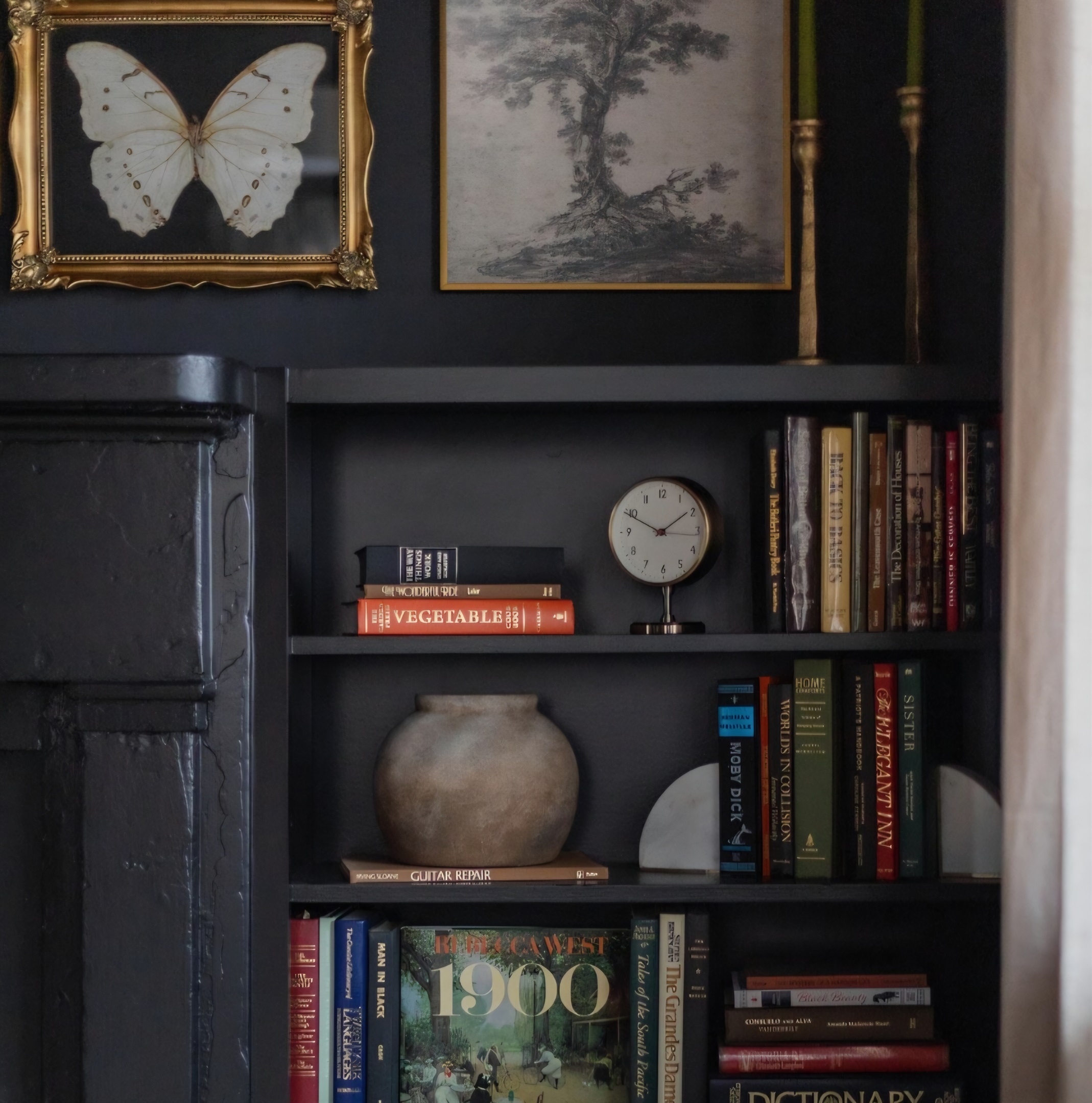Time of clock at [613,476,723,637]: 1:49
